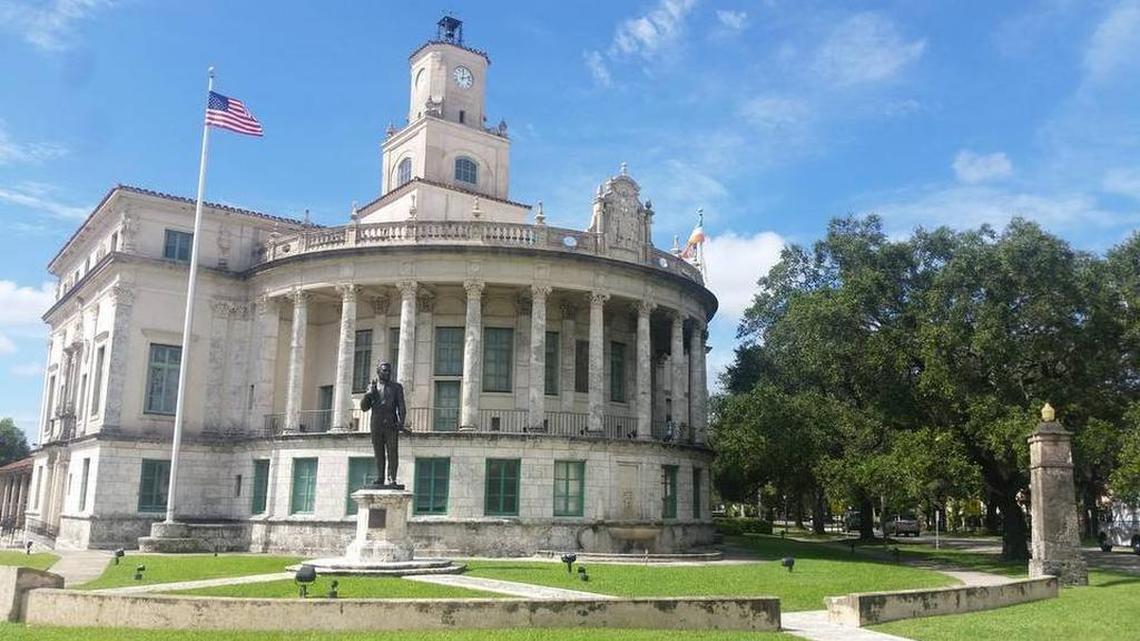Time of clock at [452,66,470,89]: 12:12
